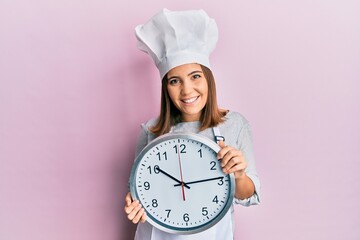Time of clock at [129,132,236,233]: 10:13
